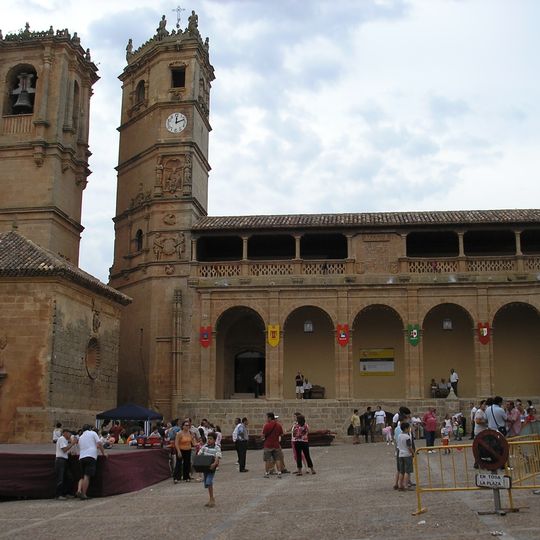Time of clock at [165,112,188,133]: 12:11
